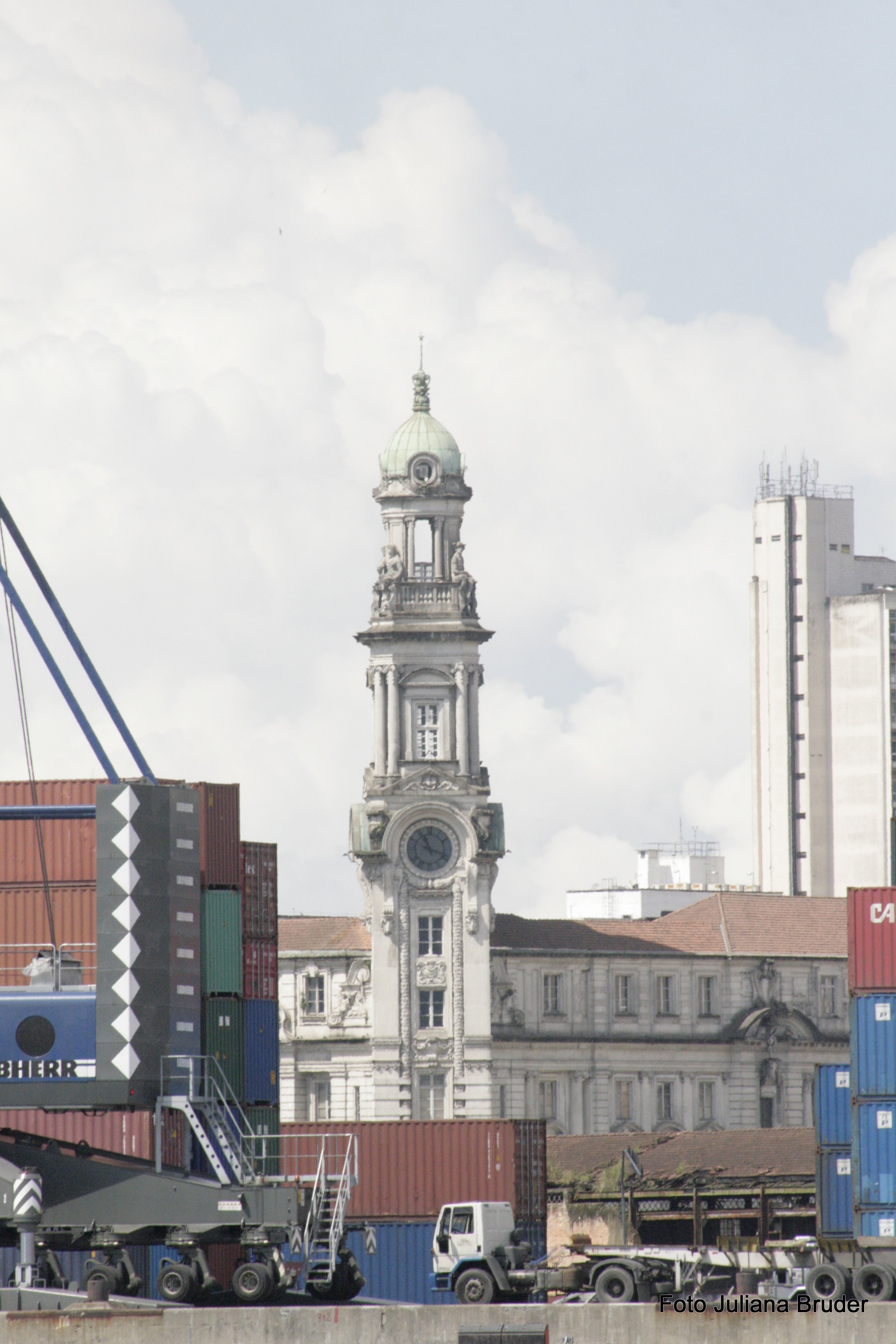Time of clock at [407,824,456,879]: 11:18
